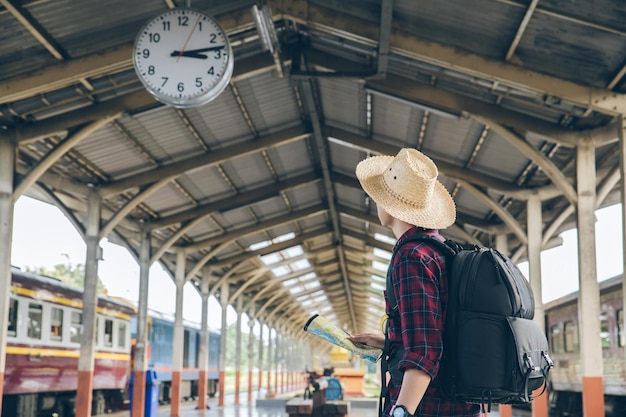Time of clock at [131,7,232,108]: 3:13
